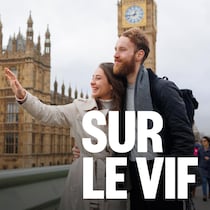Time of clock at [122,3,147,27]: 12:43
